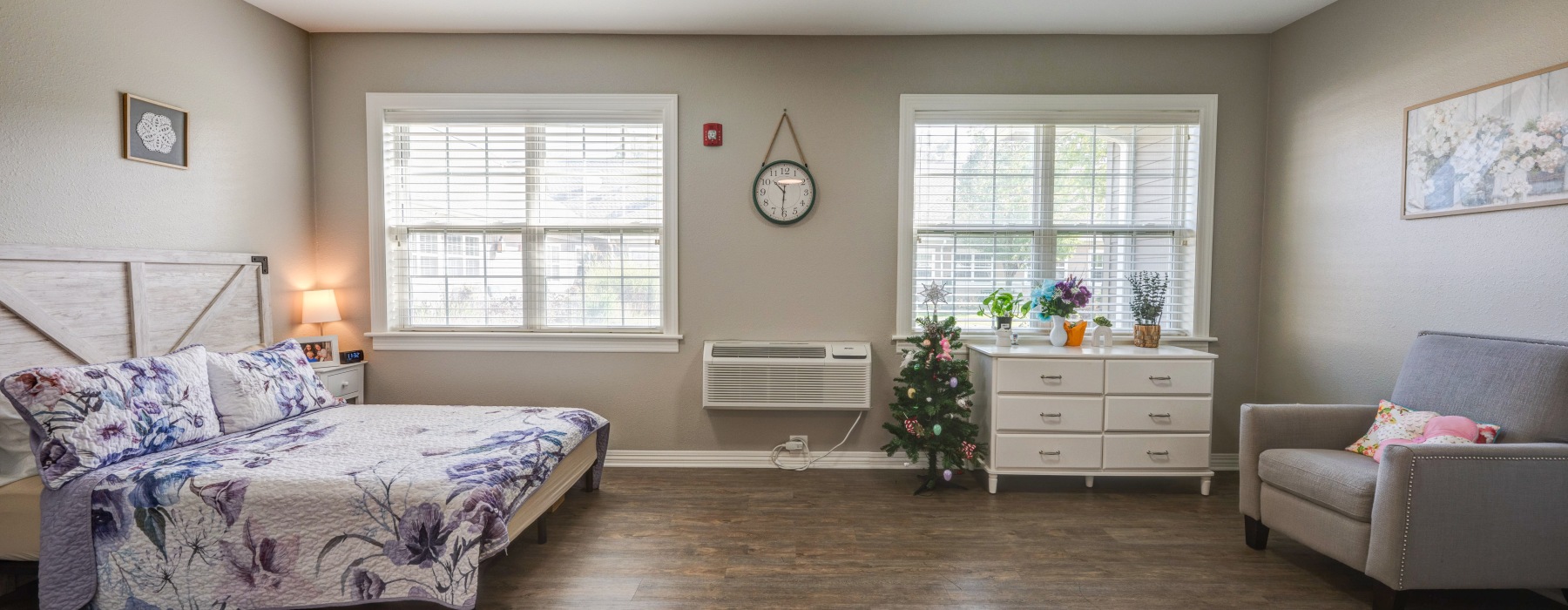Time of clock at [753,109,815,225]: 10:31
